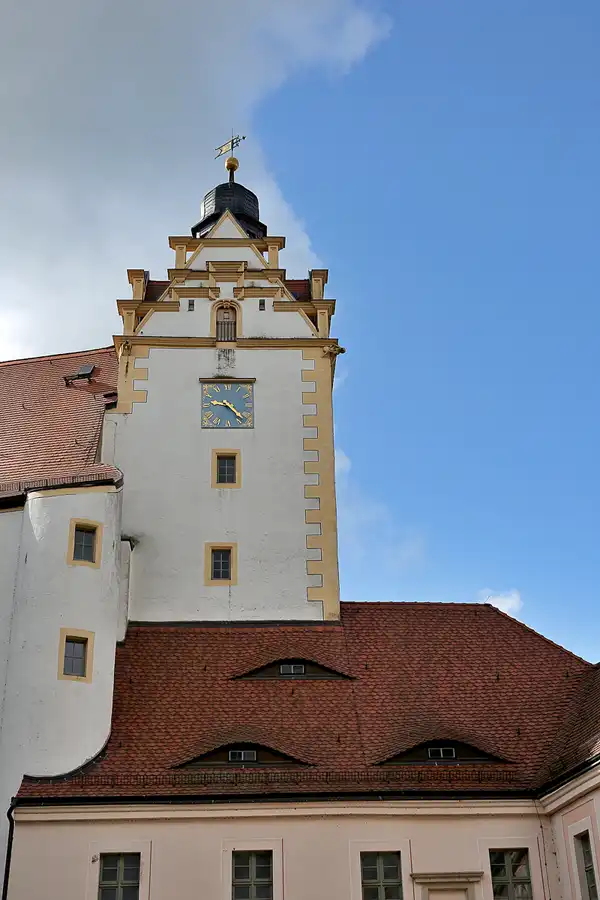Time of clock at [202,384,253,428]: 9:22
